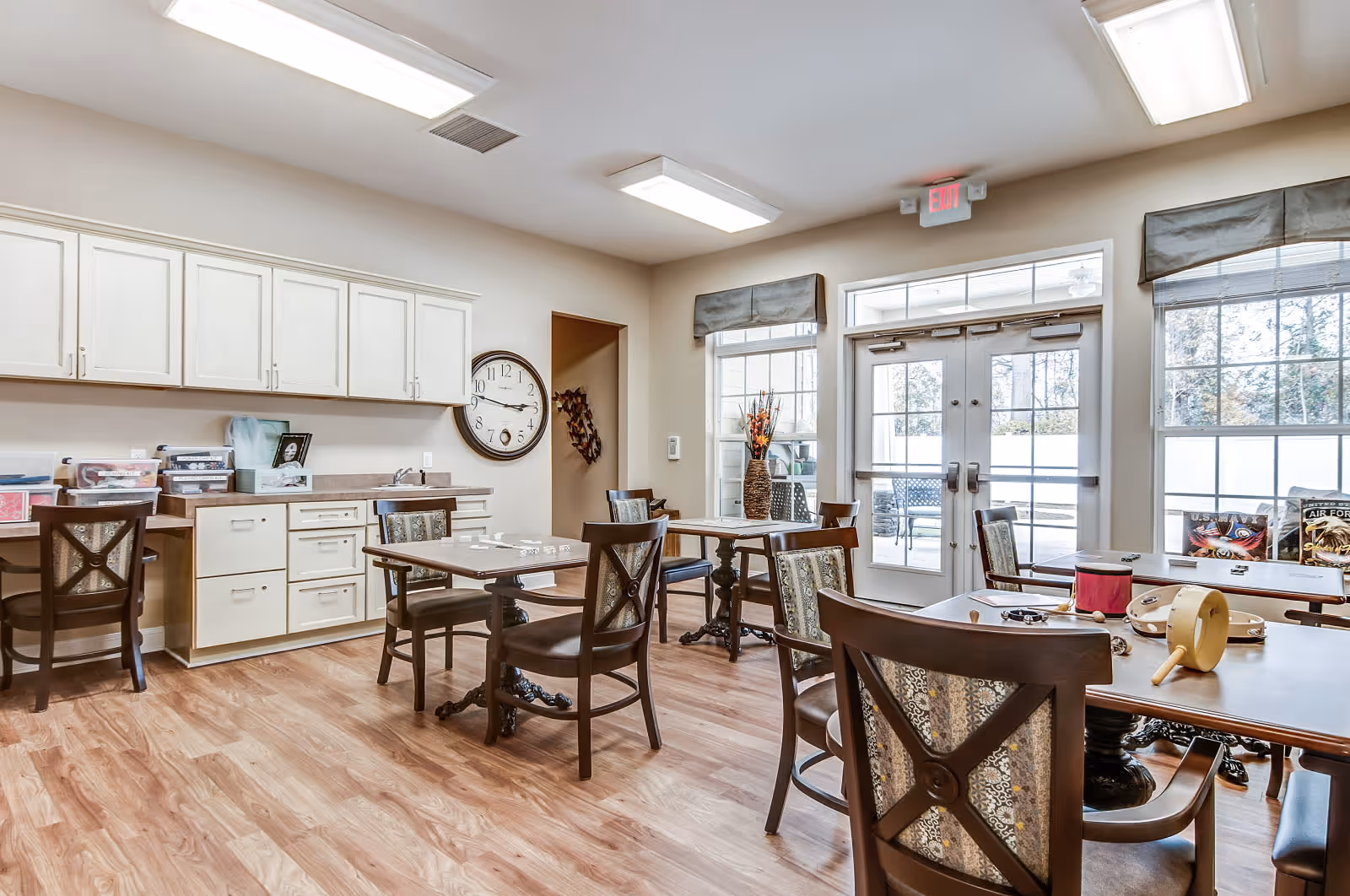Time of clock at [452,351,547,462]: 2:47
